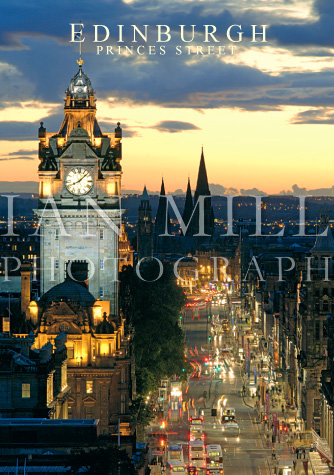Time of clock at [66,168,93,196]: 8:07
